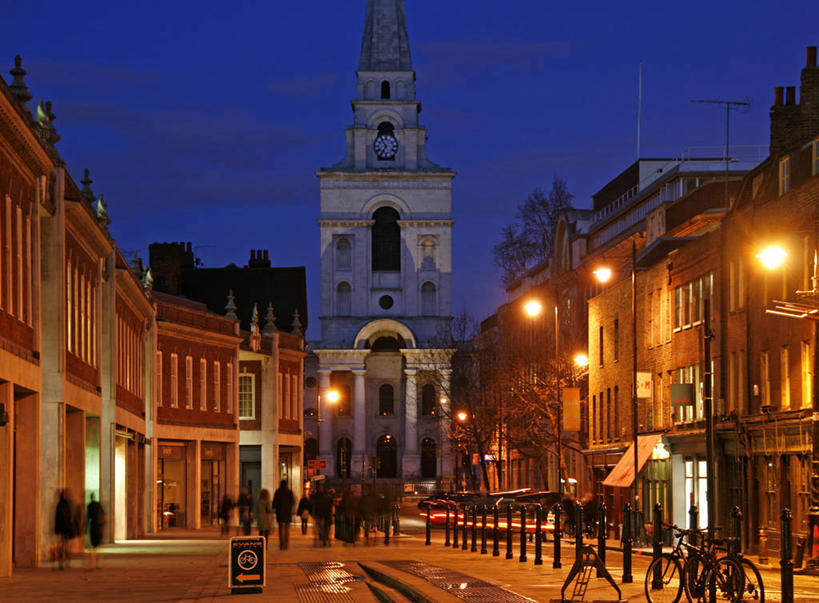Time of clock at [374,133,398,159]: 6:54
